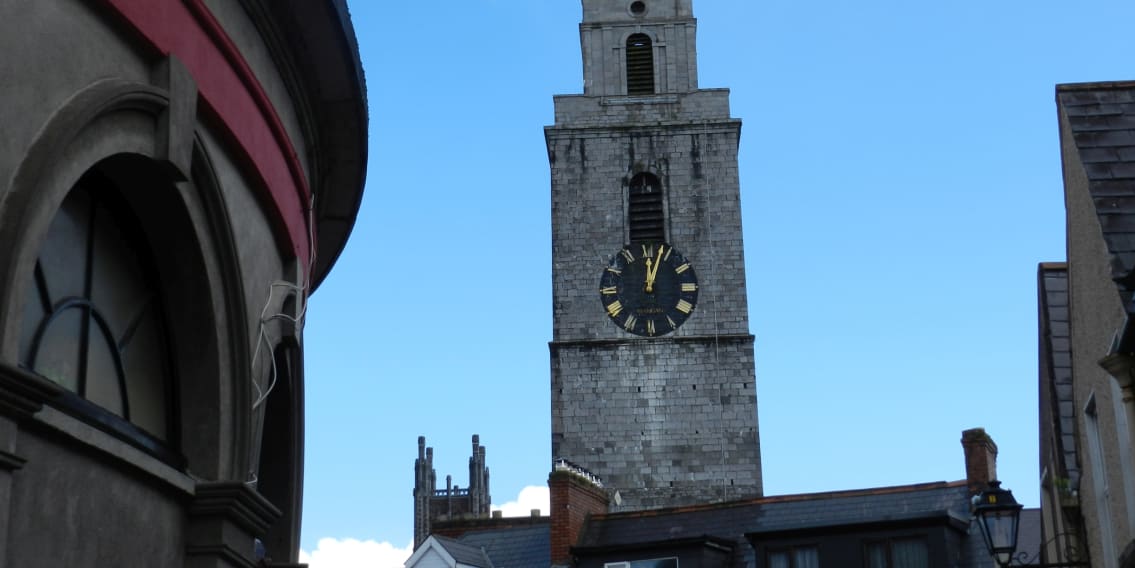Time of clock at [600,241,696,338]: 12:03
